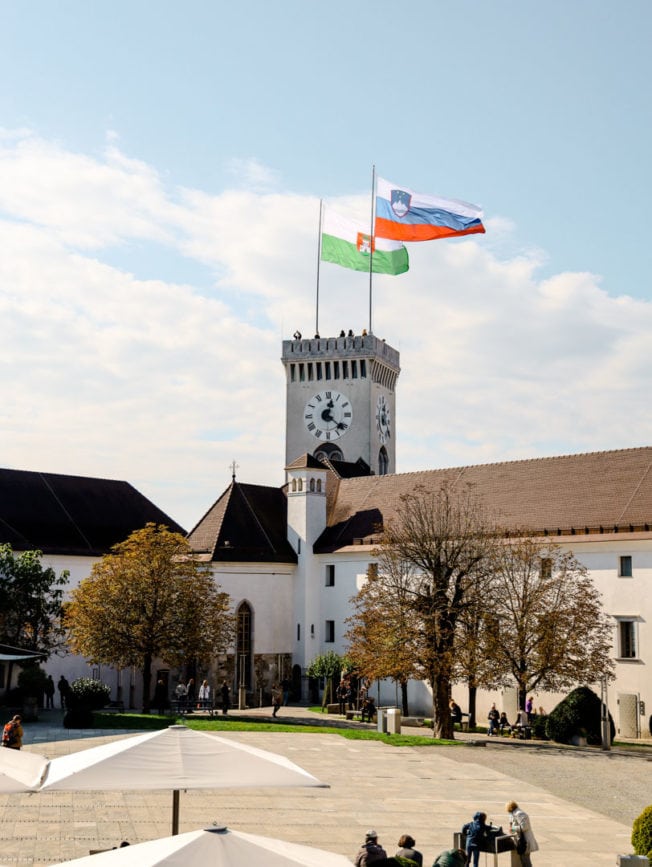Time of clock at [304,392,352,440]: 12:21
